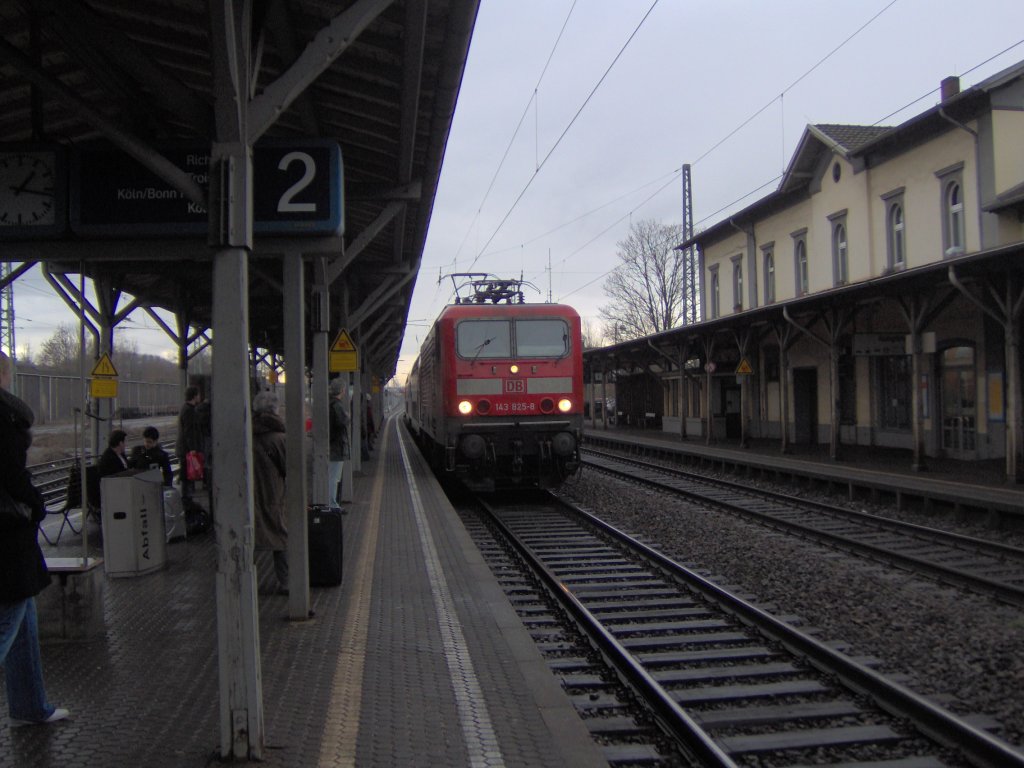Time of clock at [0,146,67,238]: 1:16
